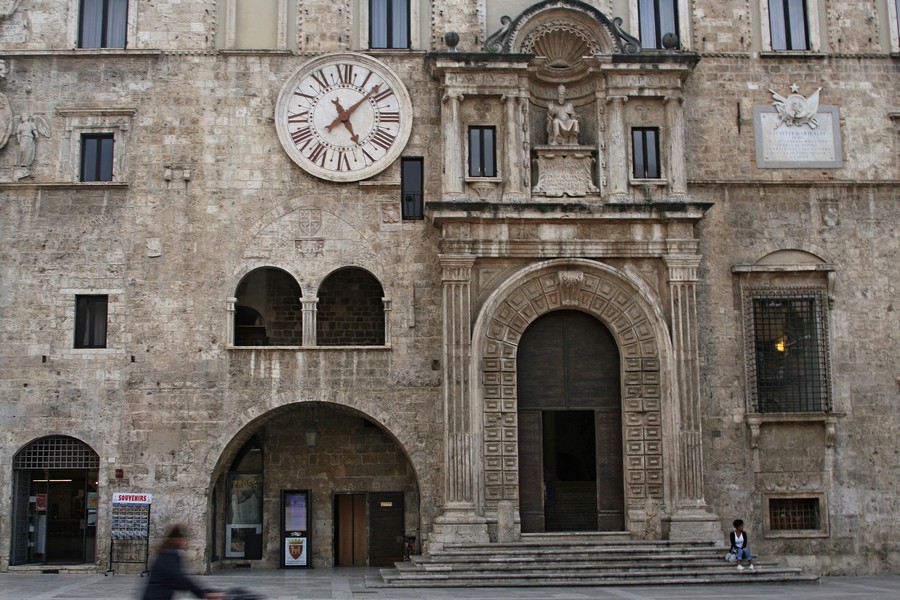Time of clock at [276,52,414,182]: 5:07
